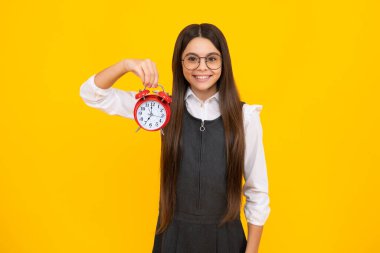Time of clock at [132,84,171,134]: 6:59
